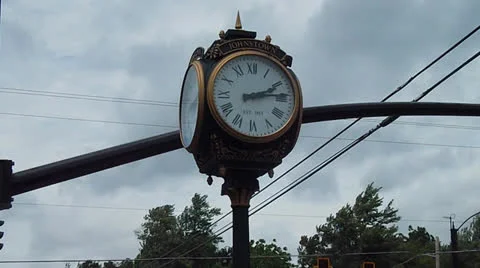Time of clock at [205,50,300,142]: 2:13
